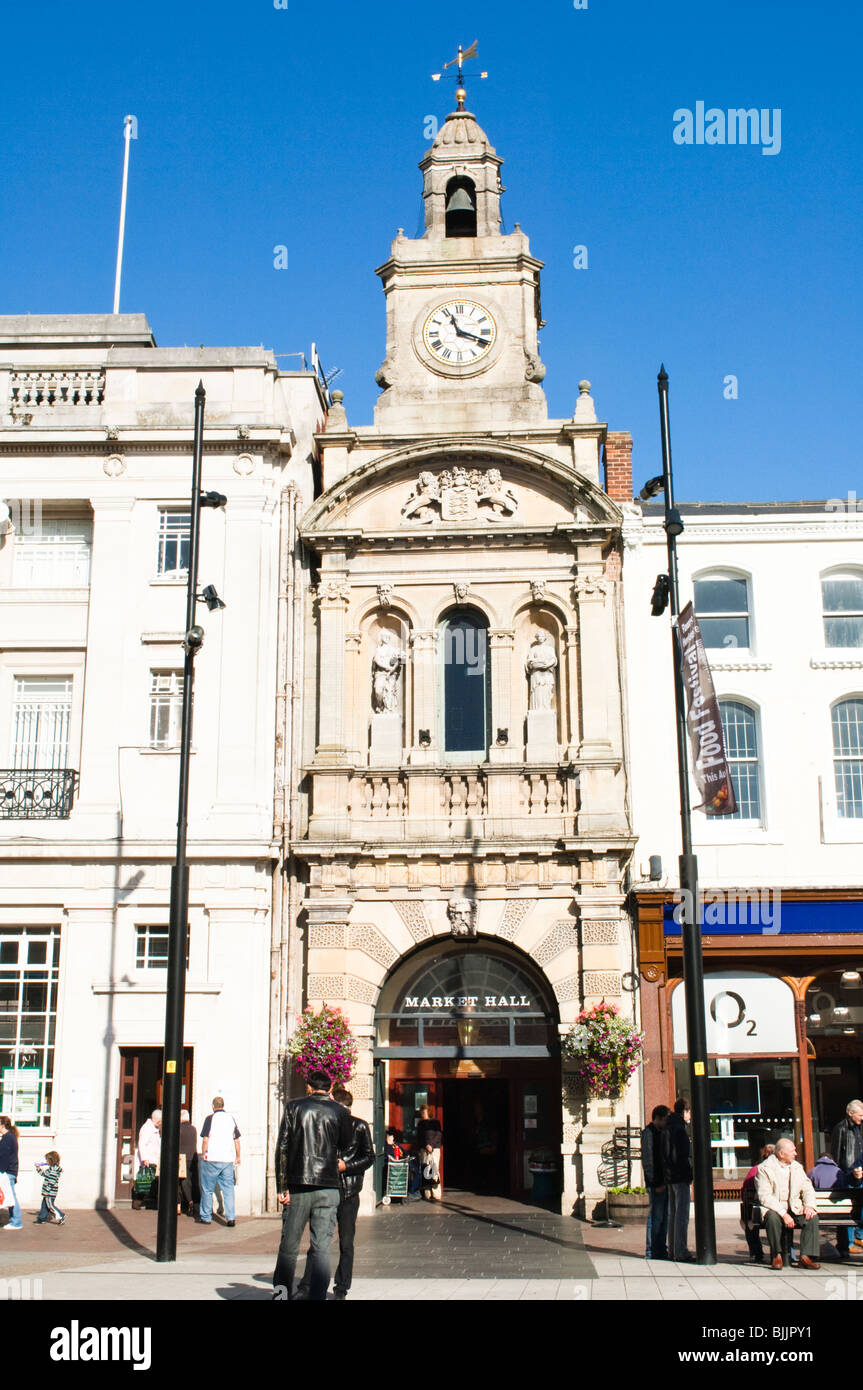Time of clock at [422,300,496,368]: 11:18
